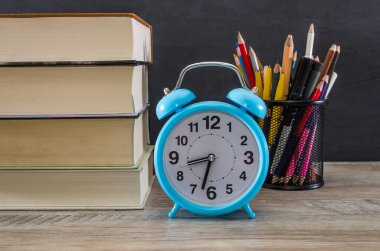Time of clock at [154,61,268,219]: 8:32
